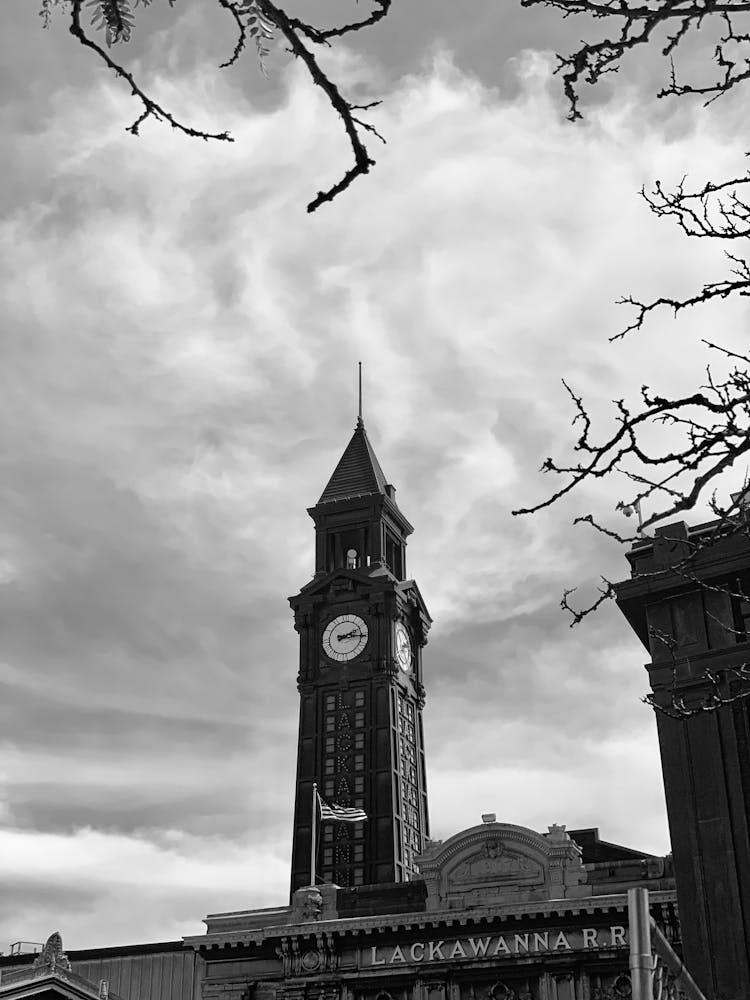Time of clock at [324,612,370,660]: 2:15
